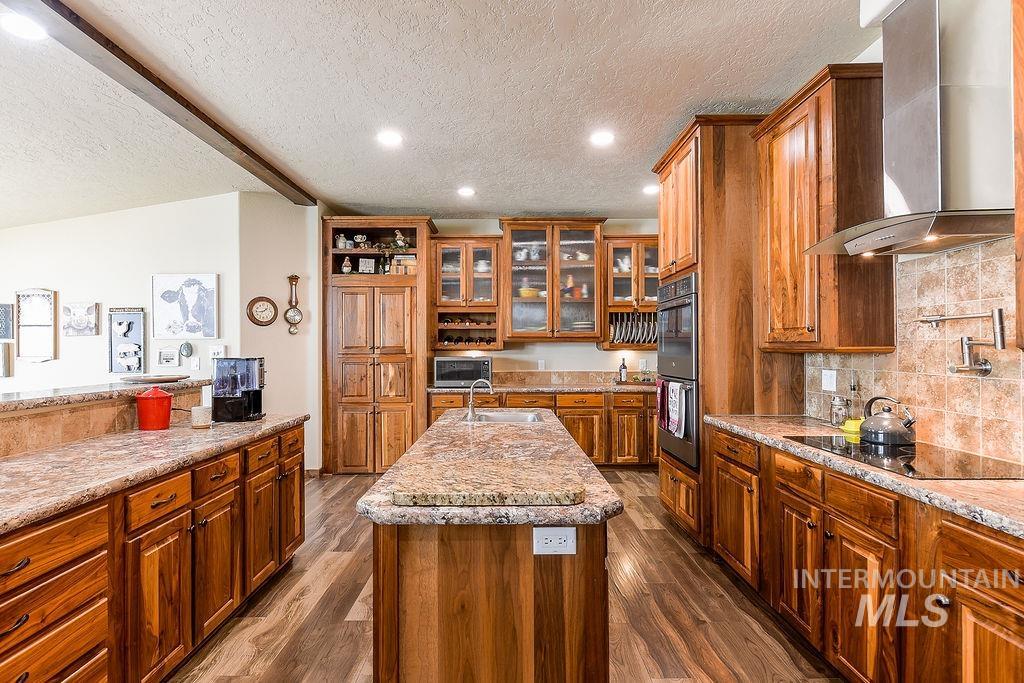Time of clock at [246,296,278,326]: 1:43
